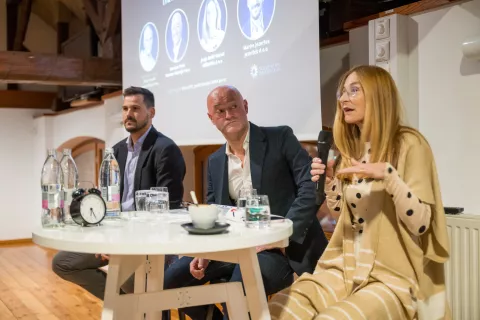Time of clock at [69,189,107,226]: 6:25
